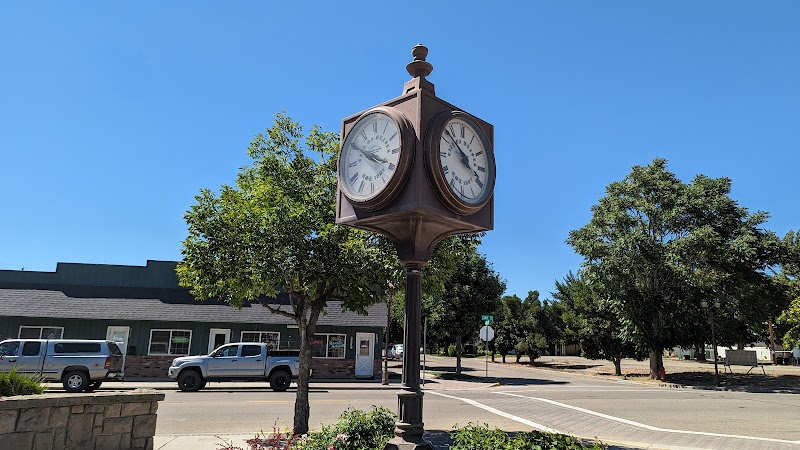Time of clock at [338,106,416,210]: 3:50
